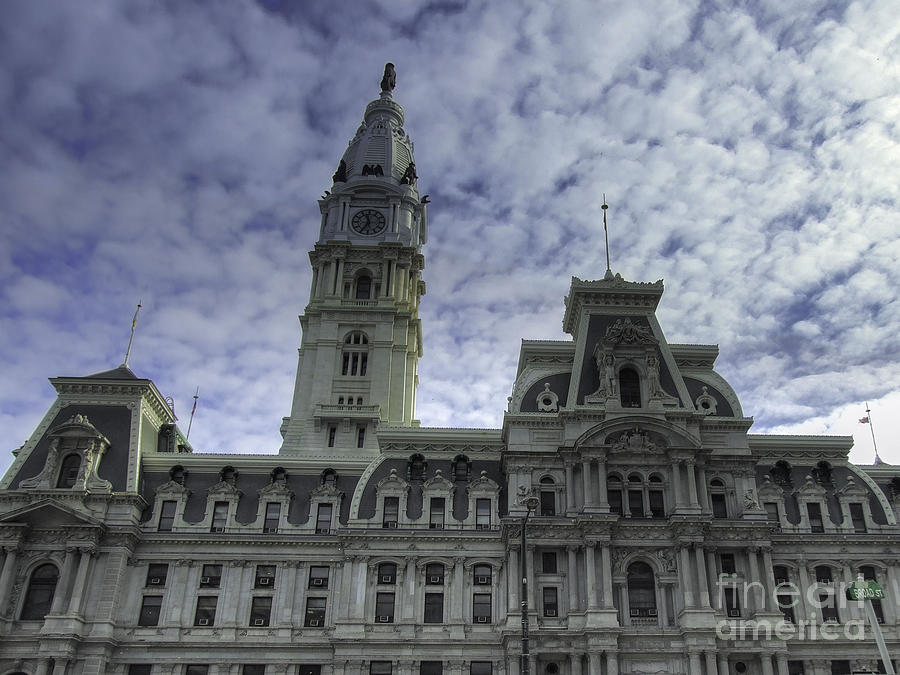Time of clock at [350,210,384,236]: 11:35
